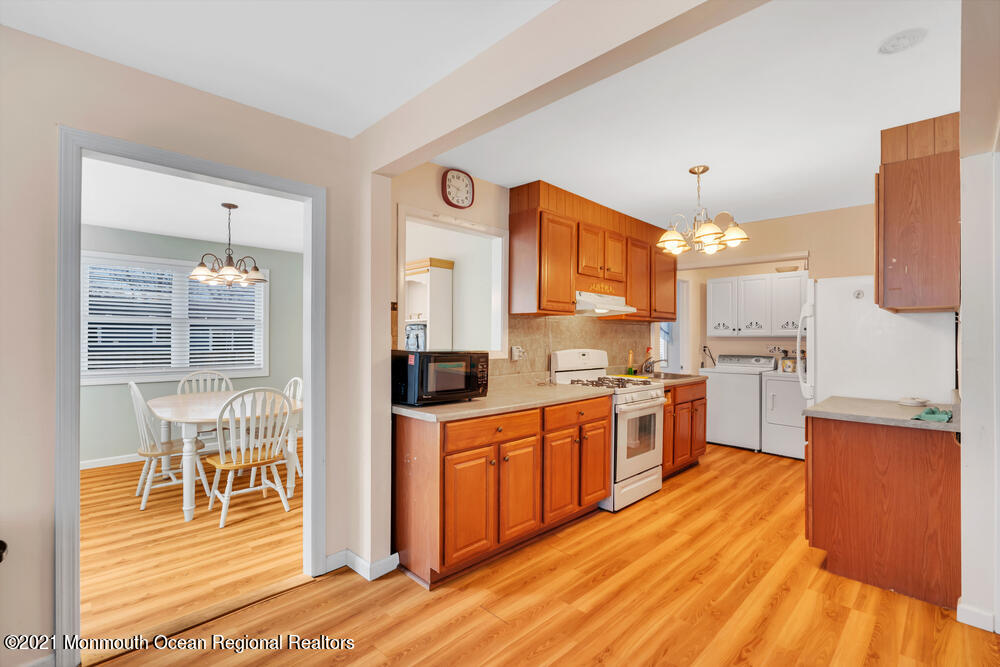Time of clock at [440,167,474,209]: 6:47
